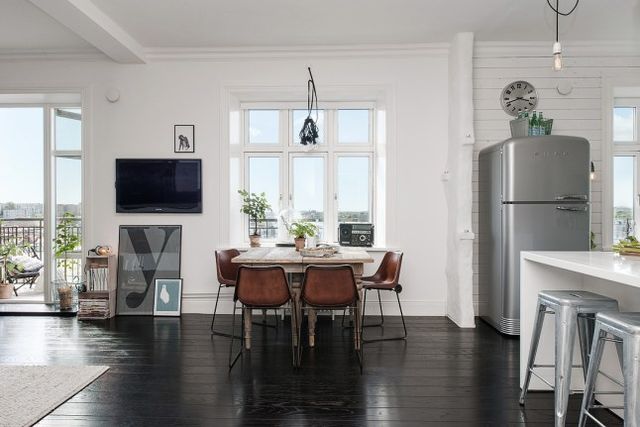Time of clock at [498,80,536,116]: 3:41
